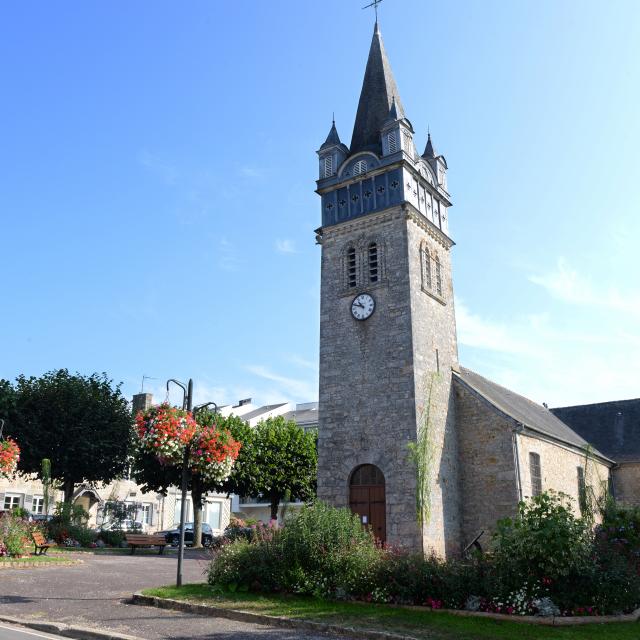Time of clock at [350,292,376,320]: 10:48
